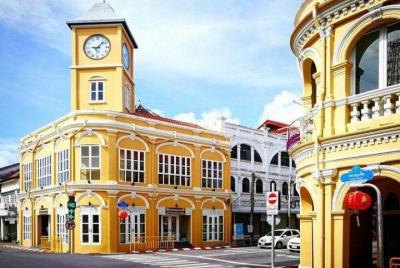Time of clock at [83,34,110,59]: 9:07
